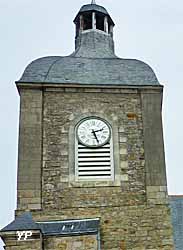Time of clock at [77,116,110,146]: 2:26
